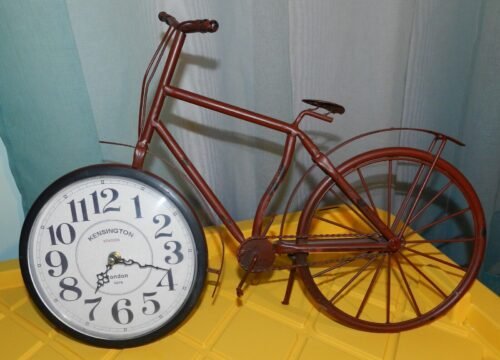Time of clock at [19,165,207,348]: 7:17
